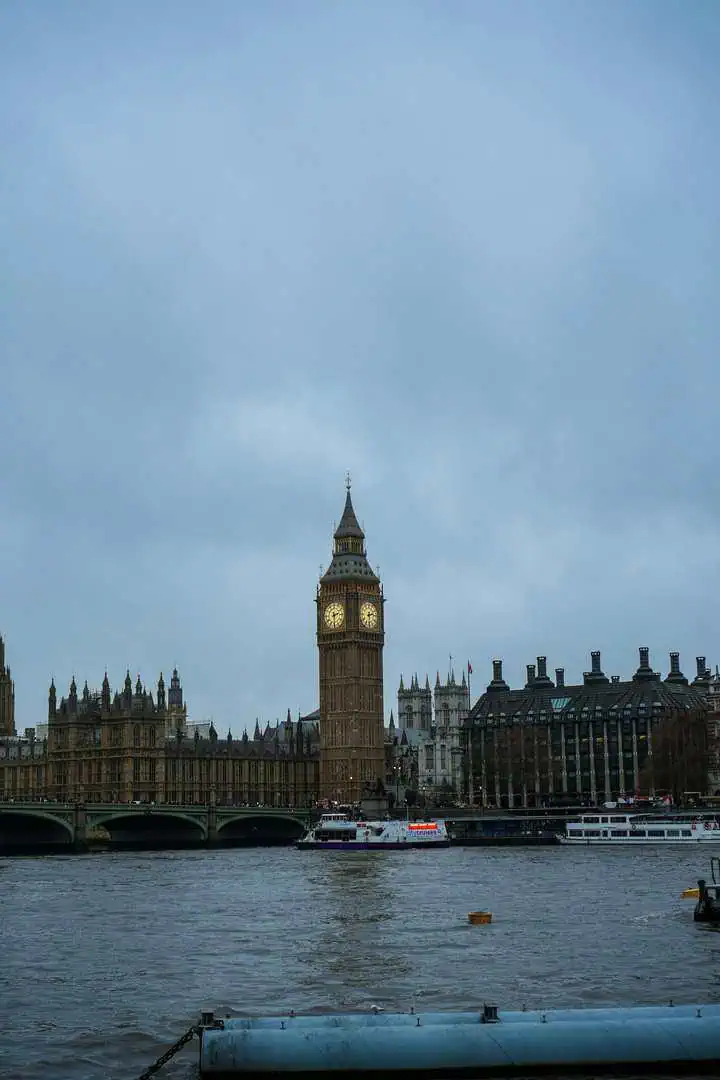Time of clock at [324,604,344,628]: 2:29
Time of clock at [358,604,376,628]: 2:29
